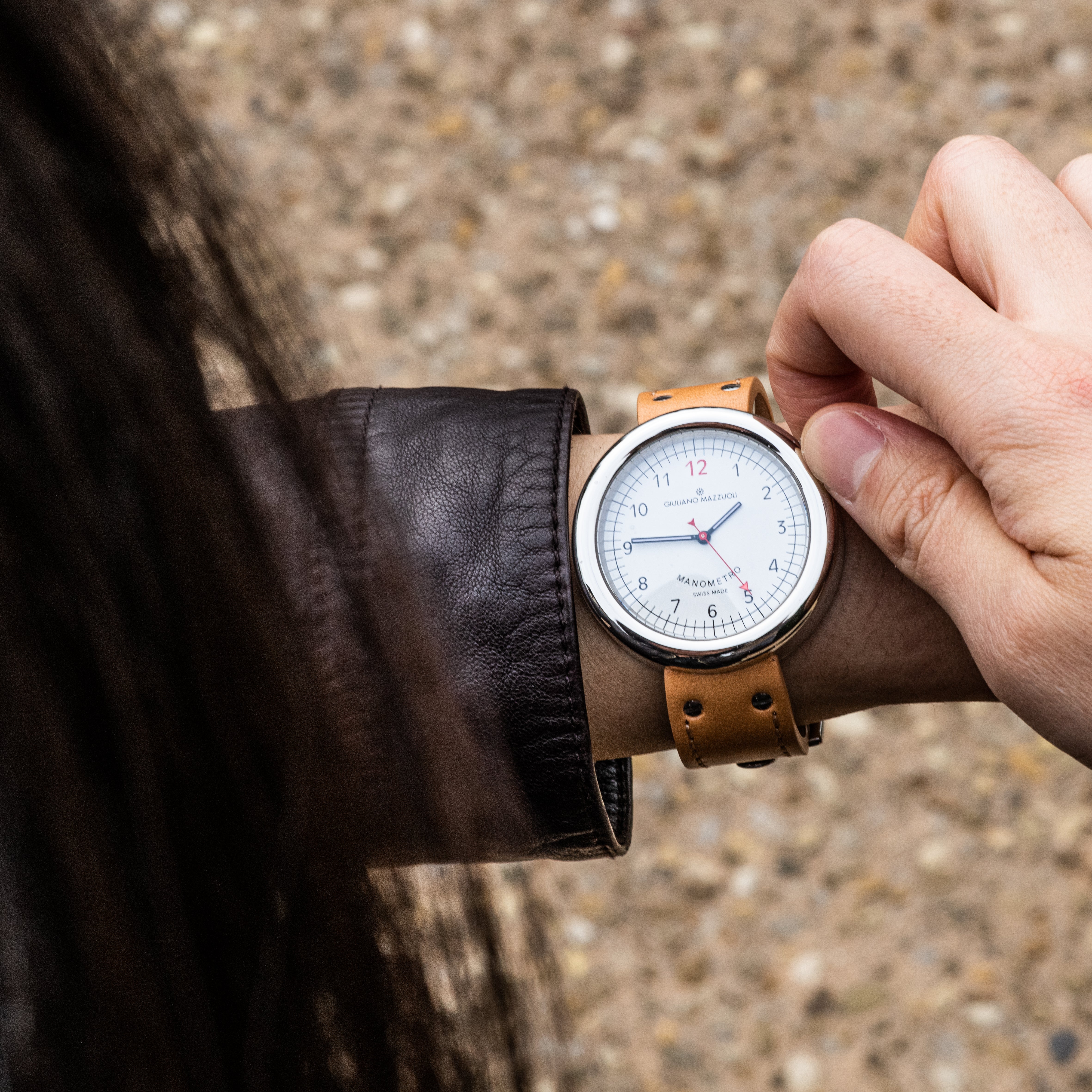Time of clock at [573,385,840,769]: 1:45
